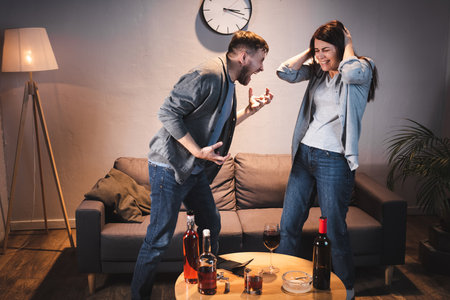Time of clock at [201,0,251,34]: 3:18
